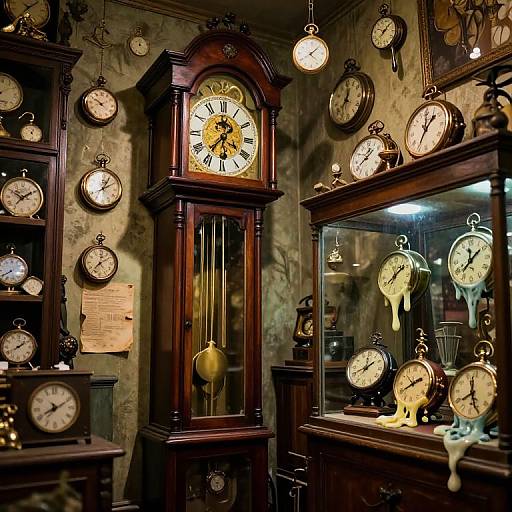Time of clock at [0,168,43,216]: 10:09
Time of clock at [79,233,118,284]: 7:09
